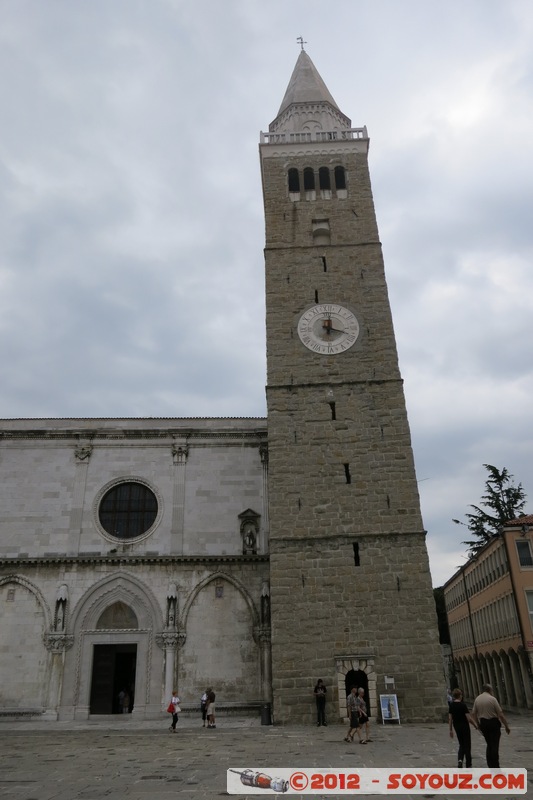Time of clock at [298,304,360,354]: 12:18
